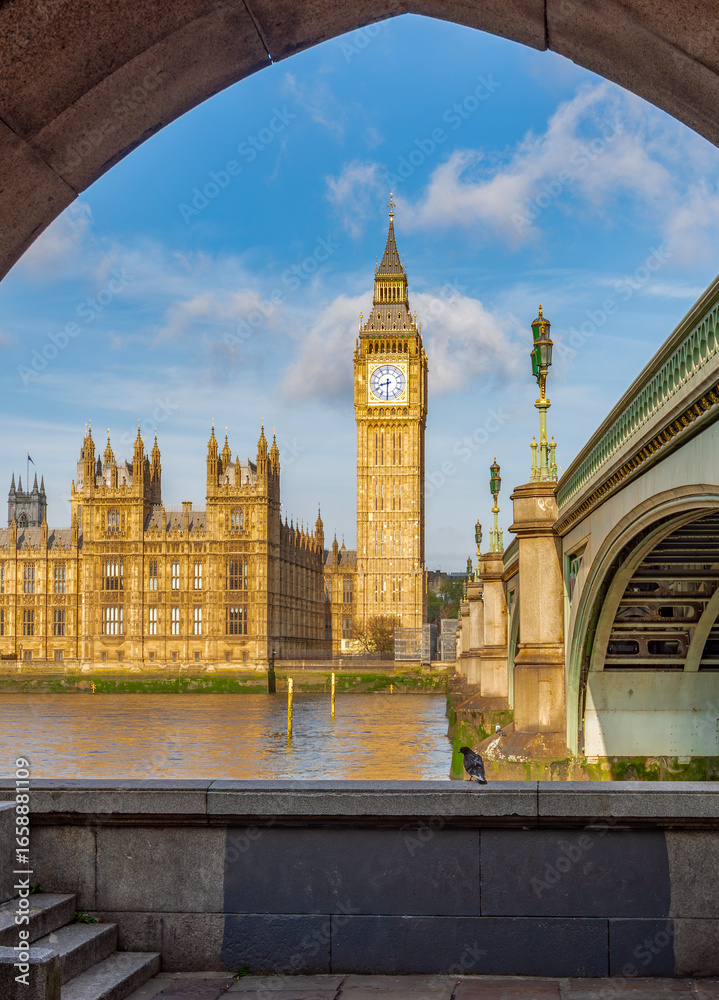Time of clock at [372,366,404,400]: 8:30
